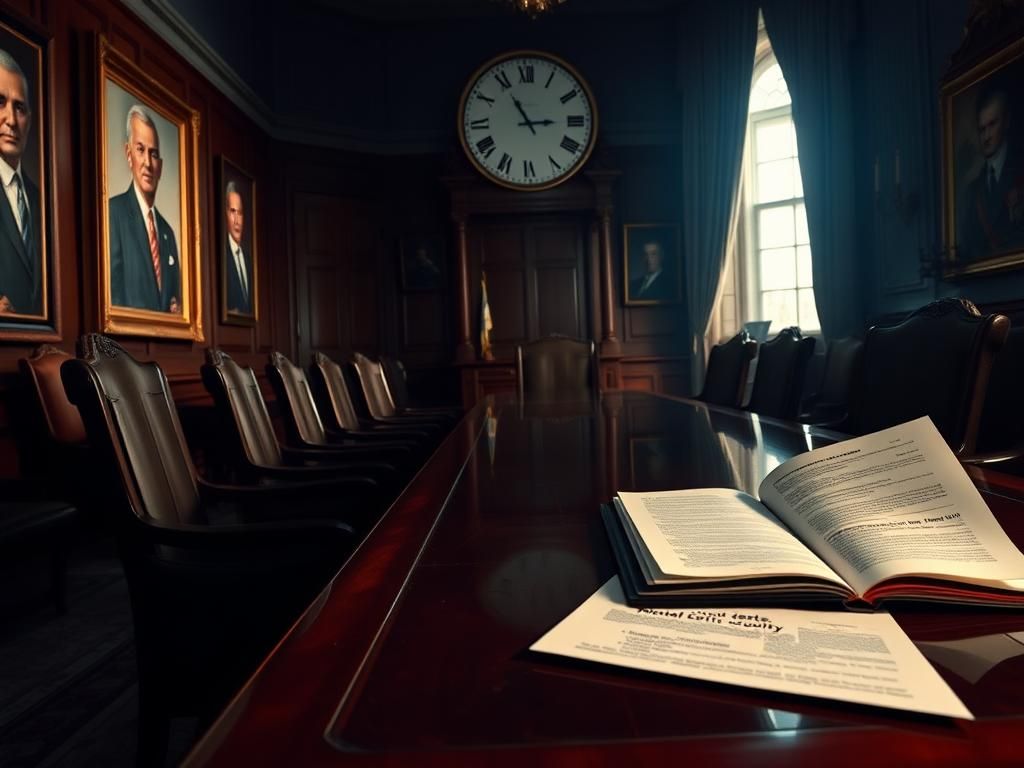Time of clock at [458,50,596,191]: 2:54
